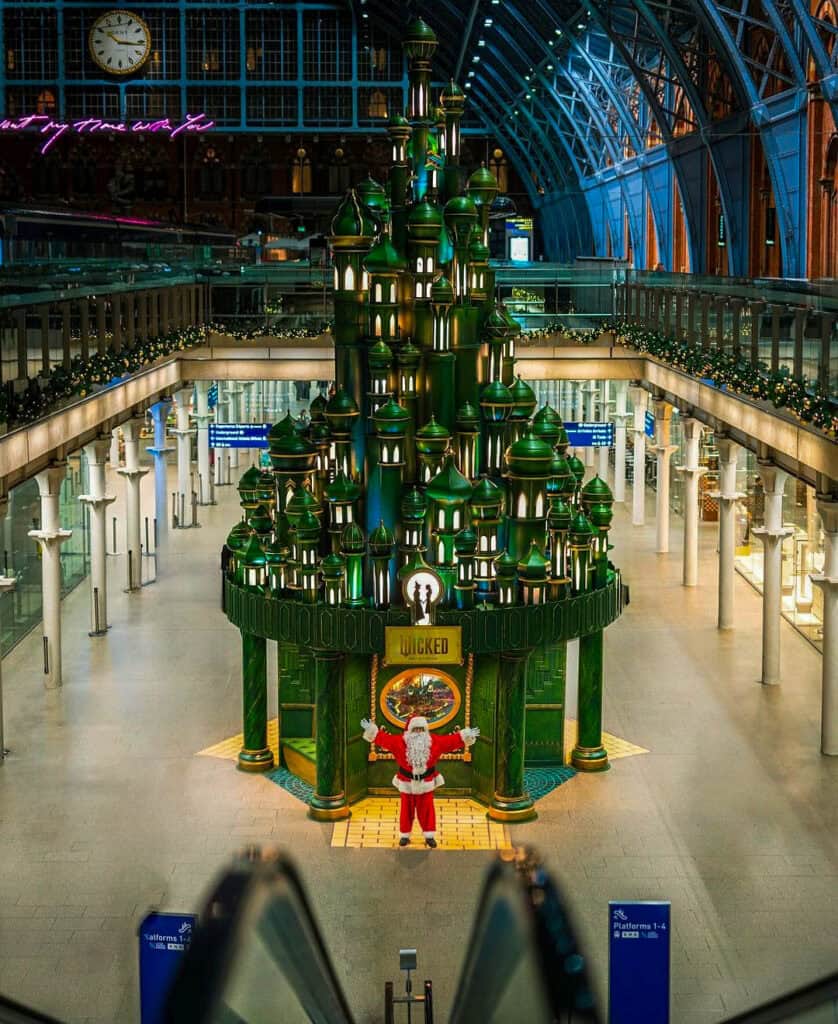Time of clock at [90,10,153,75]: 10:16
